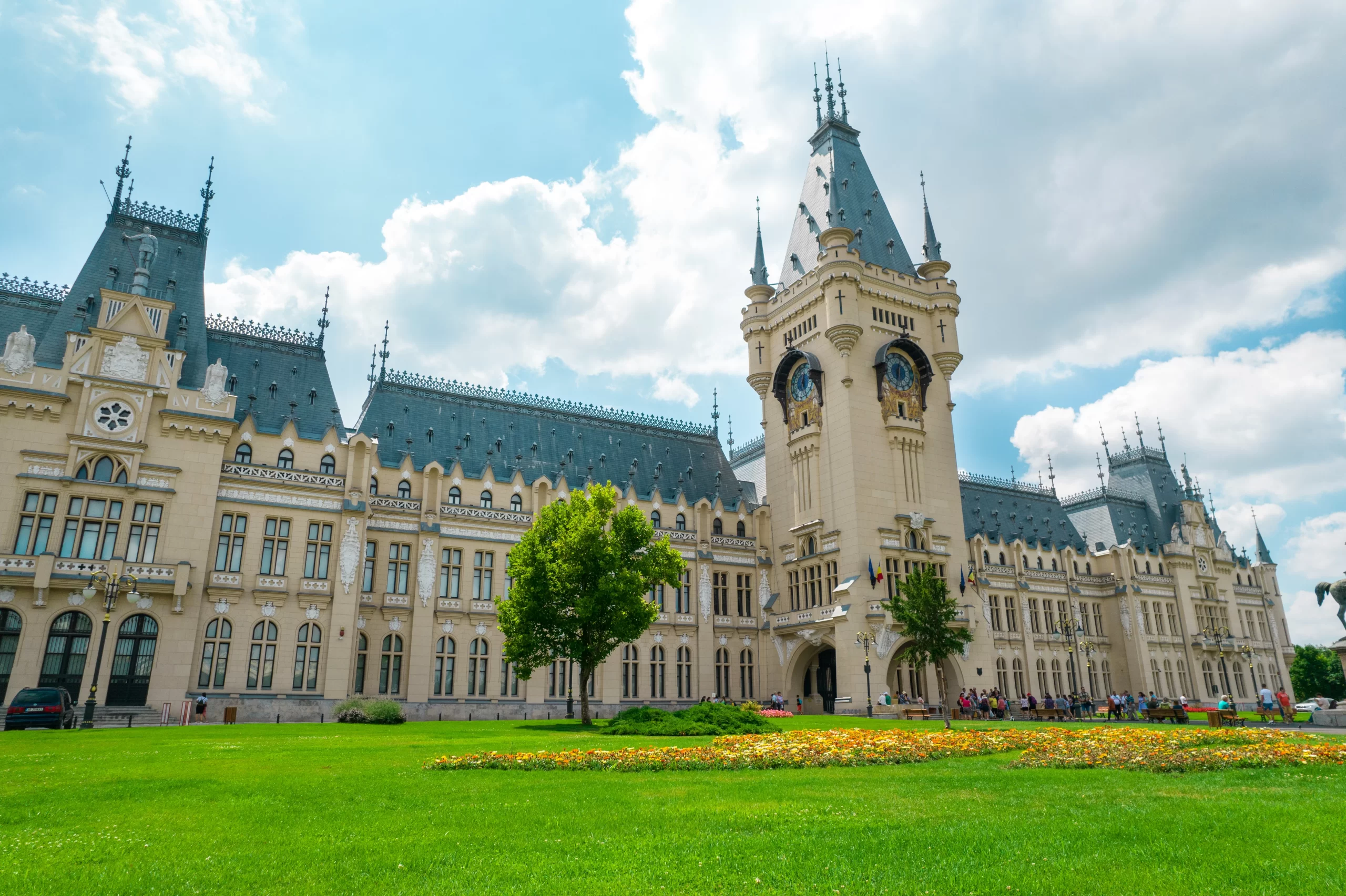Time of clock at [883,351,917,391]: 12:32
